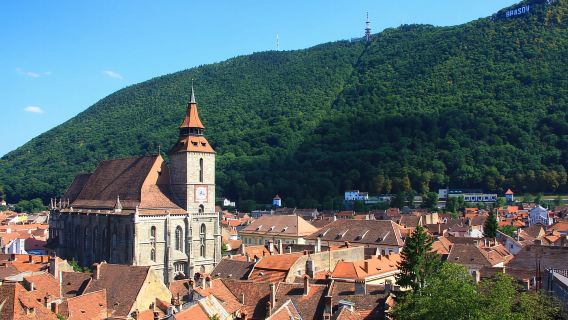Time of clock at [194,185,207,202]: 7:17
